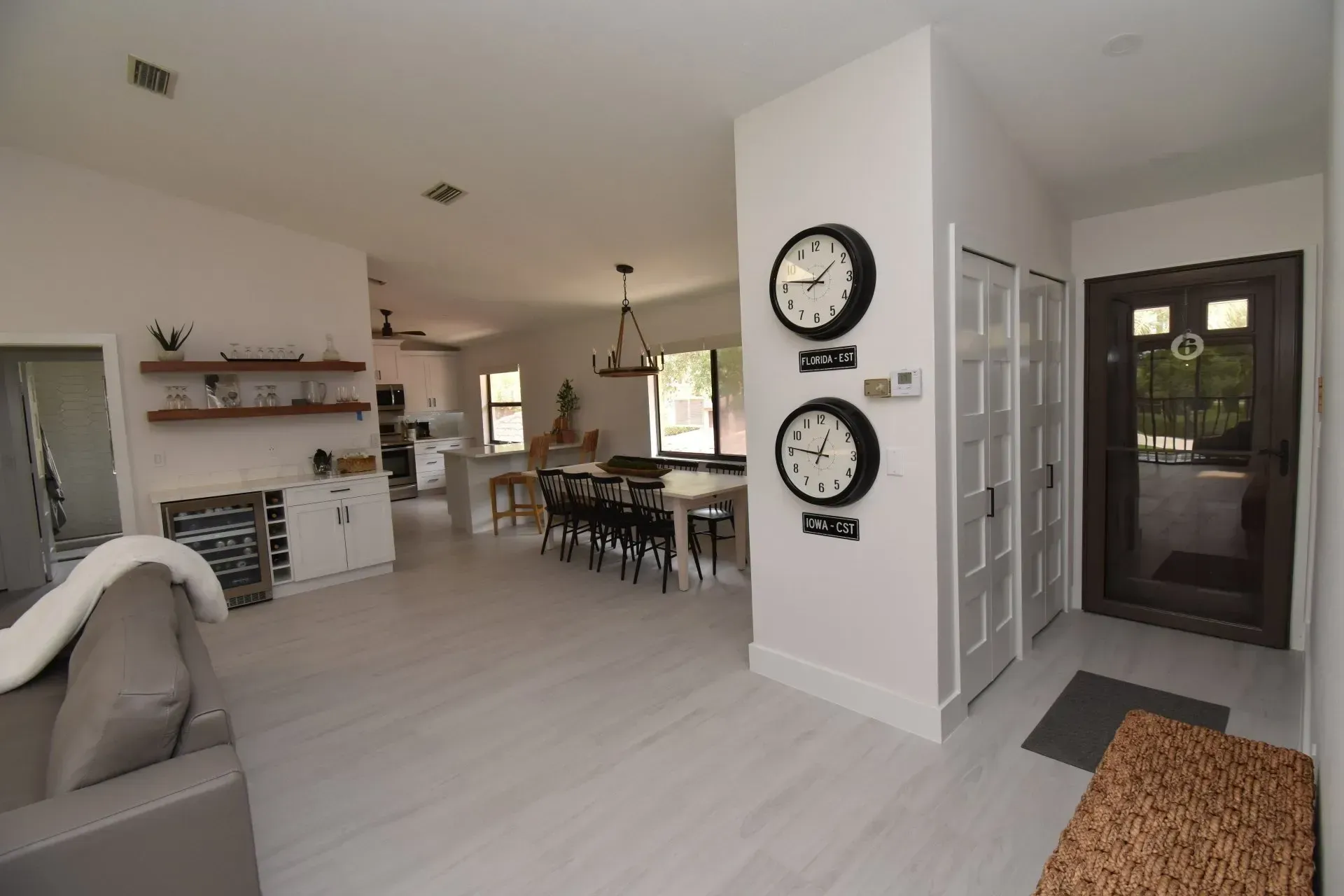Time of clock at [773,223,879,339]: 1:46
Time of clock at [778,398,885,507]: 12:46
